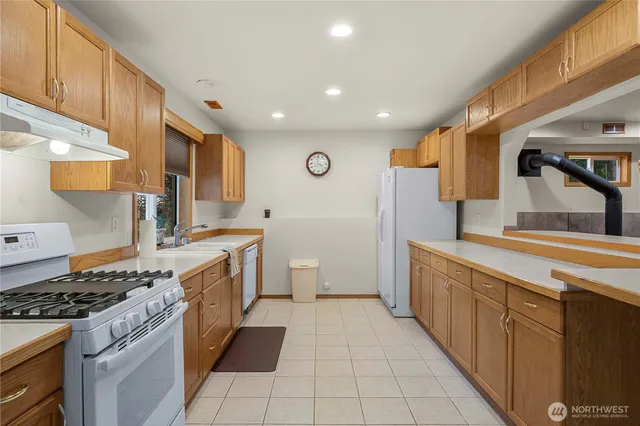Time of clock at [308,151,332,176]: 3:58
